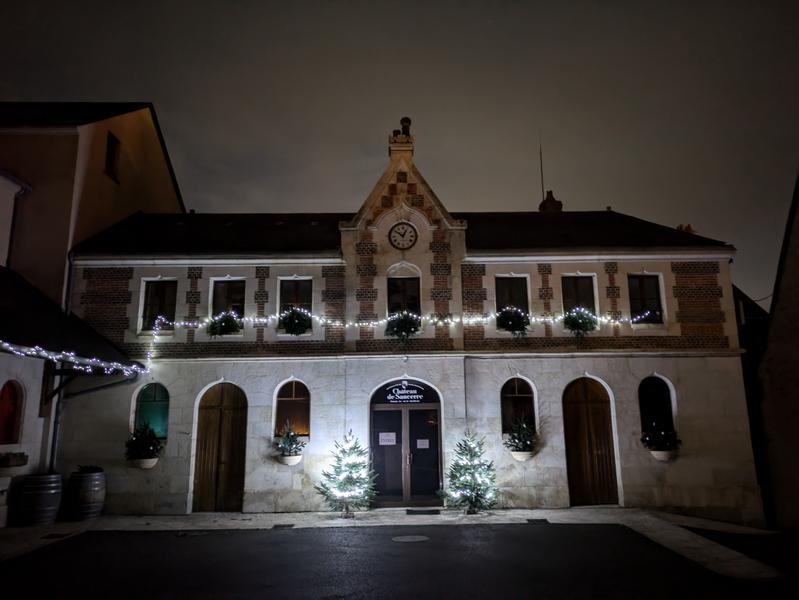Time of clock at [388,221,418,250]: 12:51
